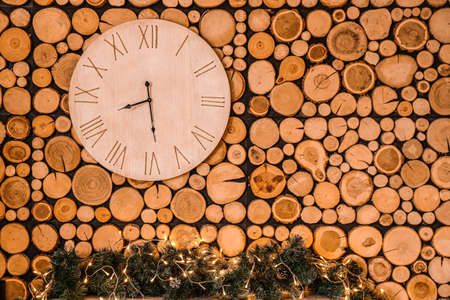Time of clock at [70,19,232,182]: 8:28
